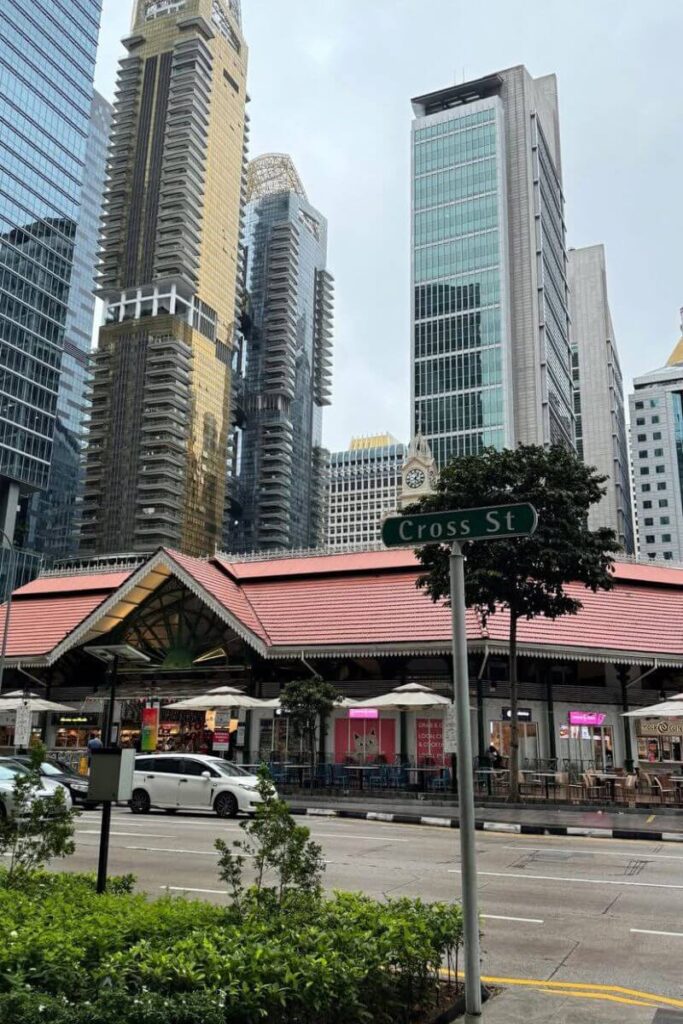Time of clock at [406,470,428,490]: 1:22
